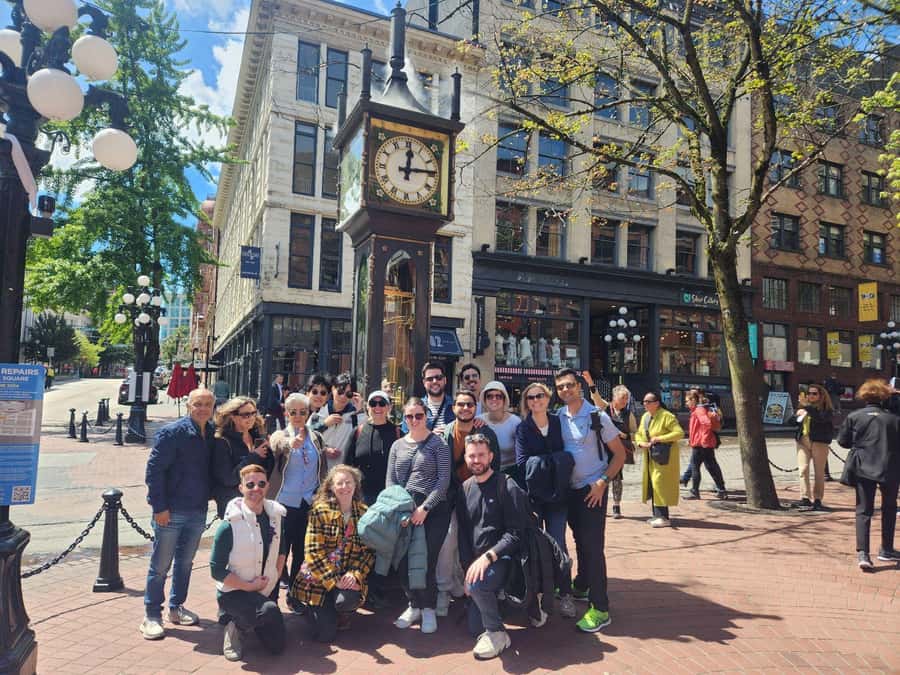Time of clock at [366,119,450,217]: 12:14
